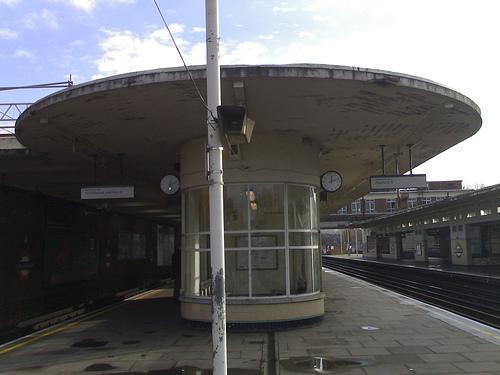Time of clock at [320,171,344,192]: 12:12
